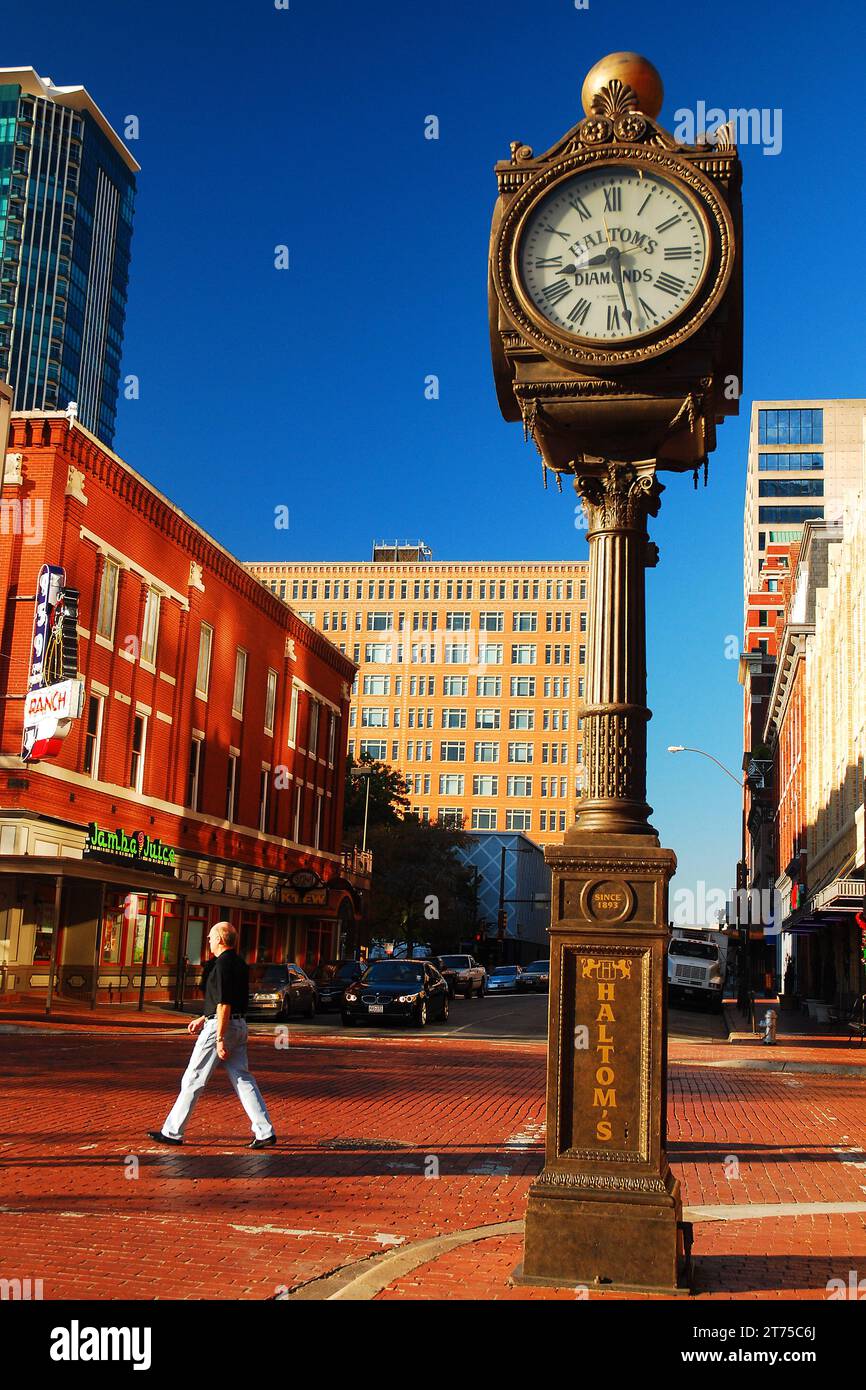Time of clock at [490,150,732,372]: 8:27
